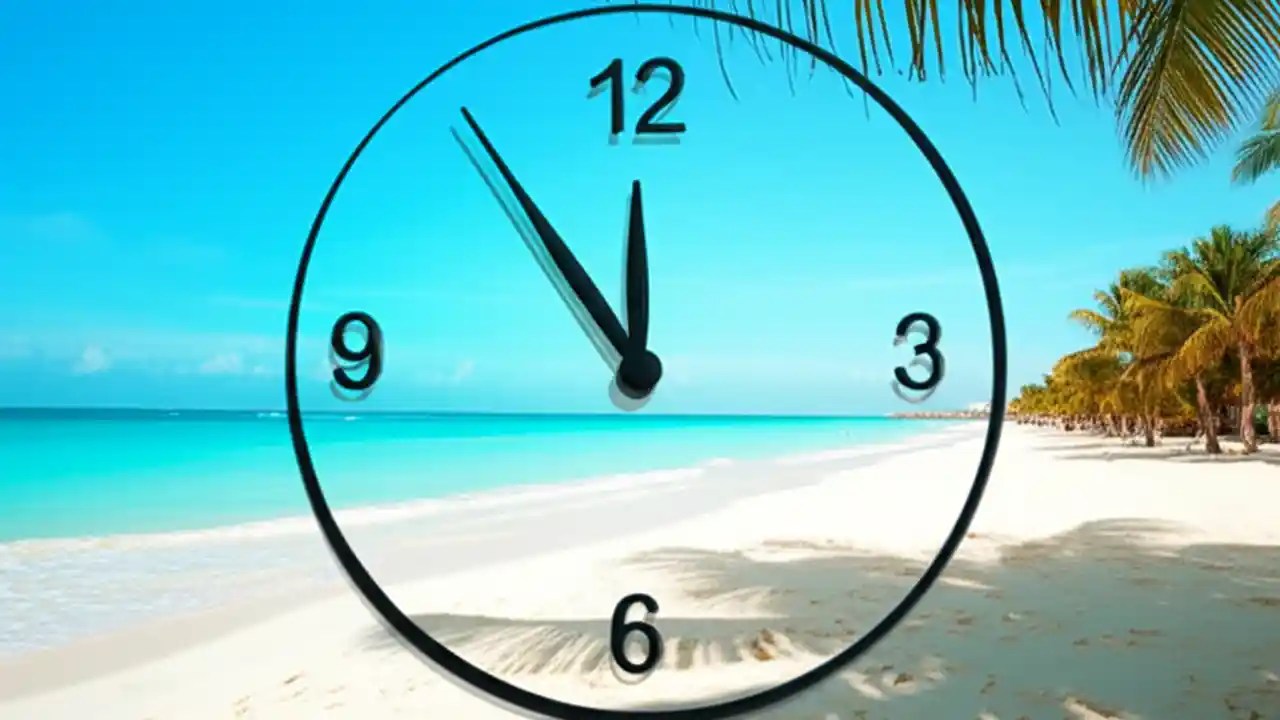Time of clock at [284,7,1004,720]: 11:54
